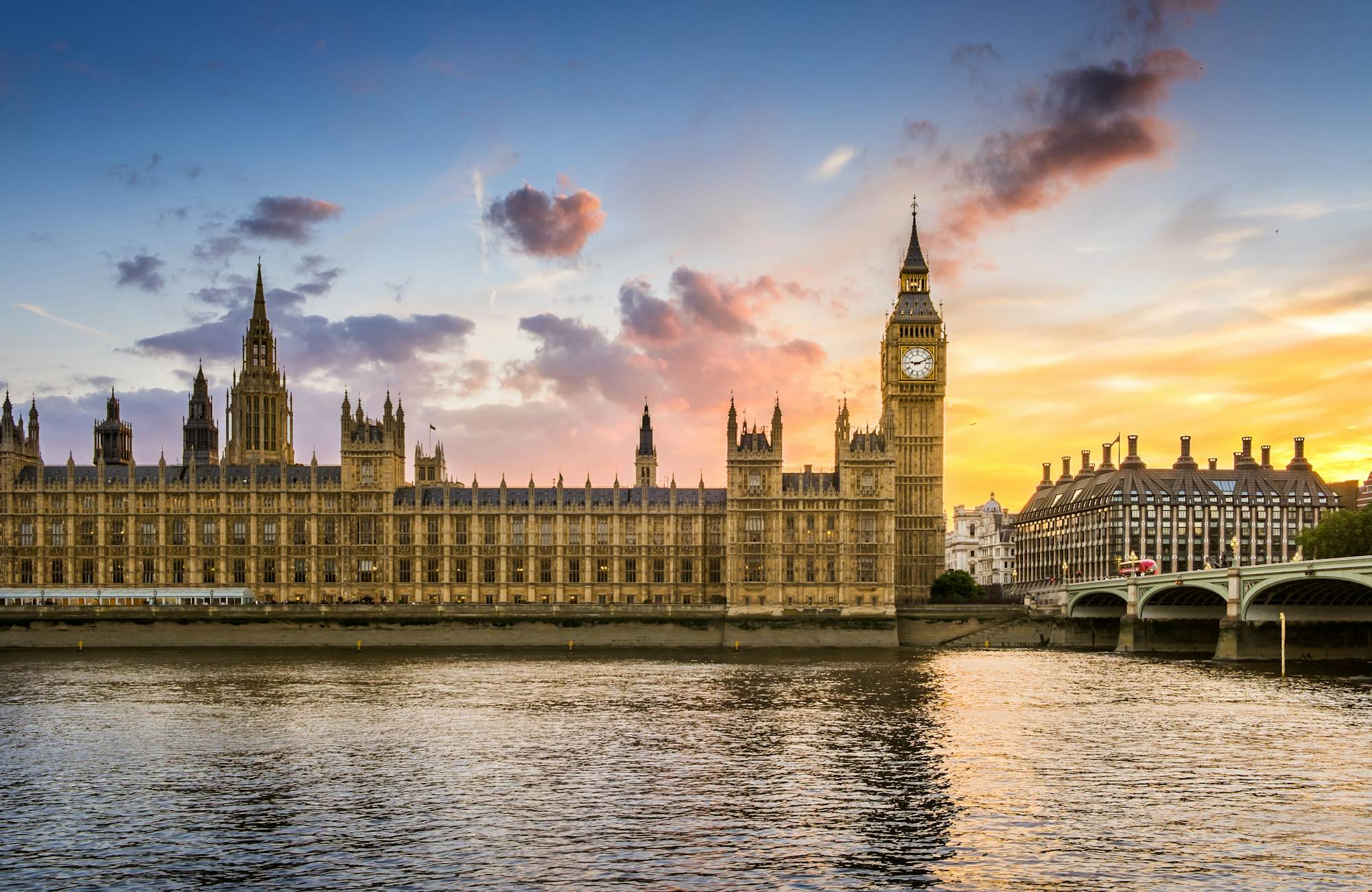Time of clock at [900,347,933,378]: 9:11
